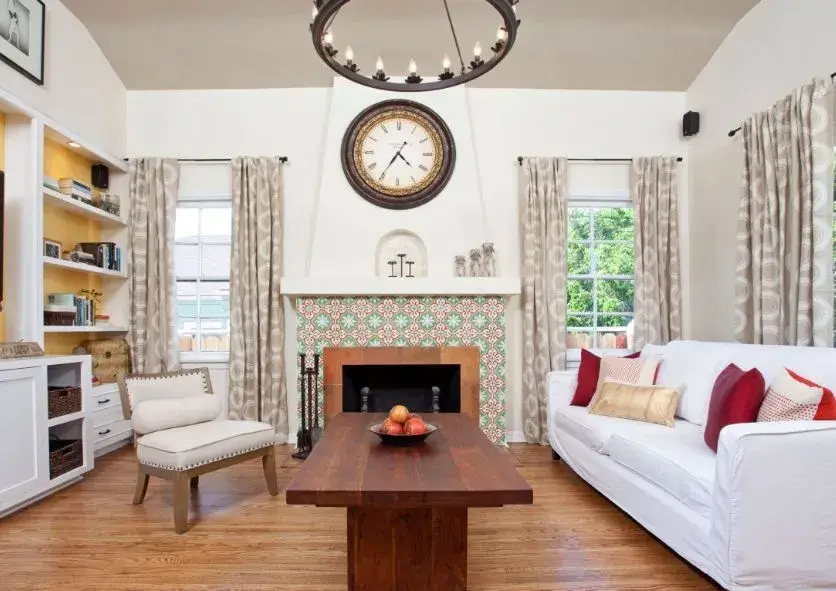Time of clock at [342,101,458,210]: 4:35
